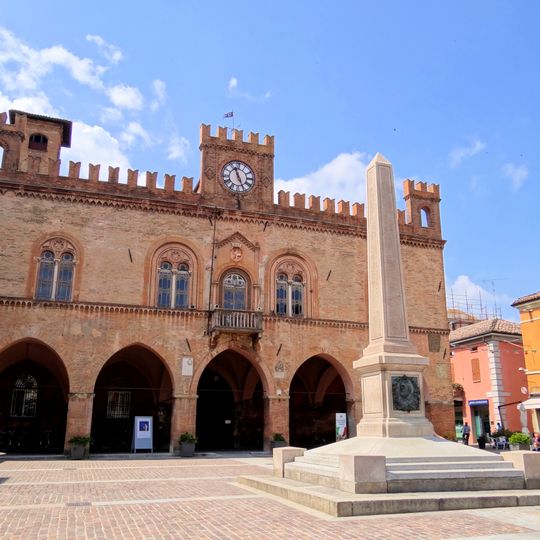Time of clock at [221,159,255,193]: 11:25
